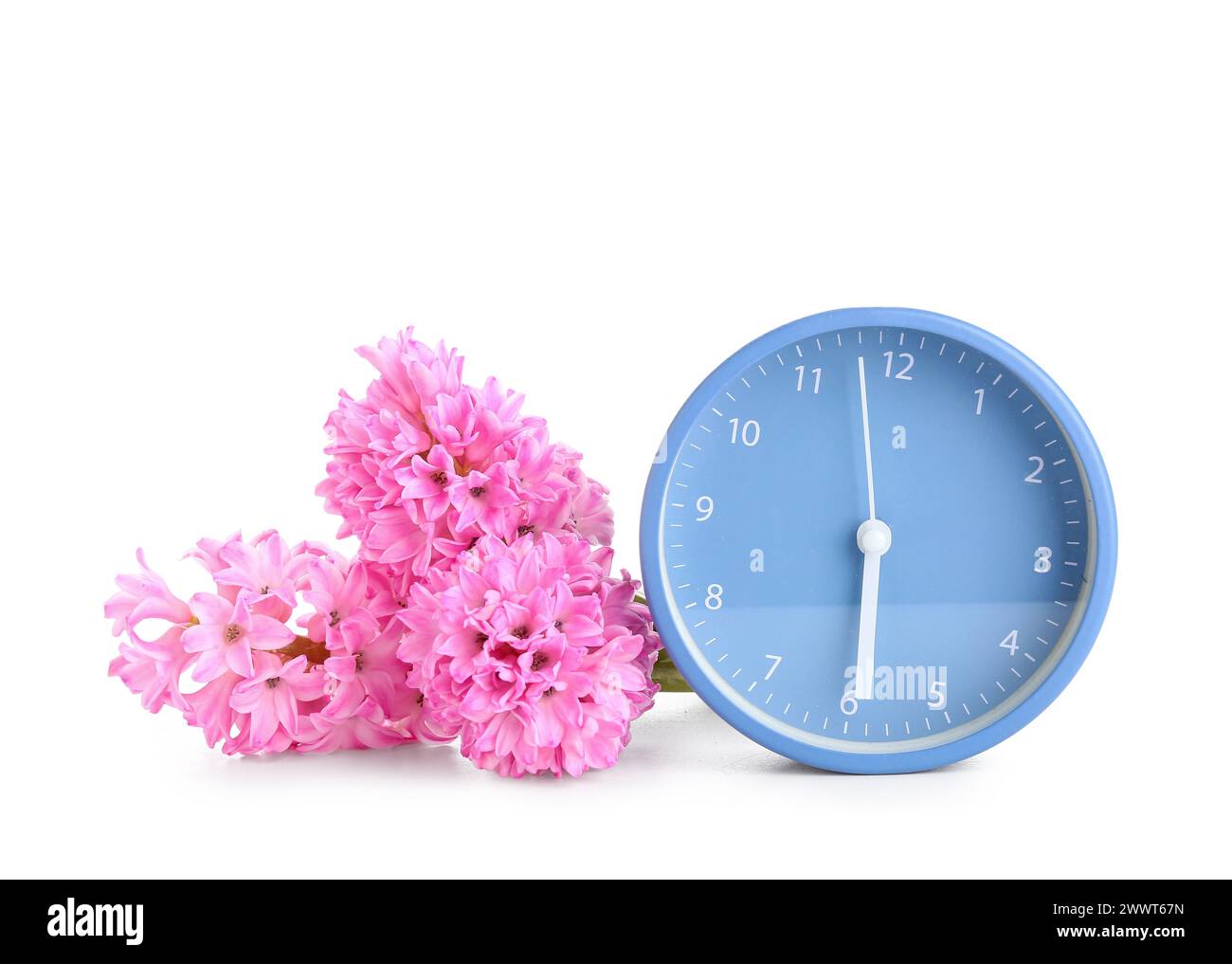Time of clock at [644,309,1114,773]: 5:58
